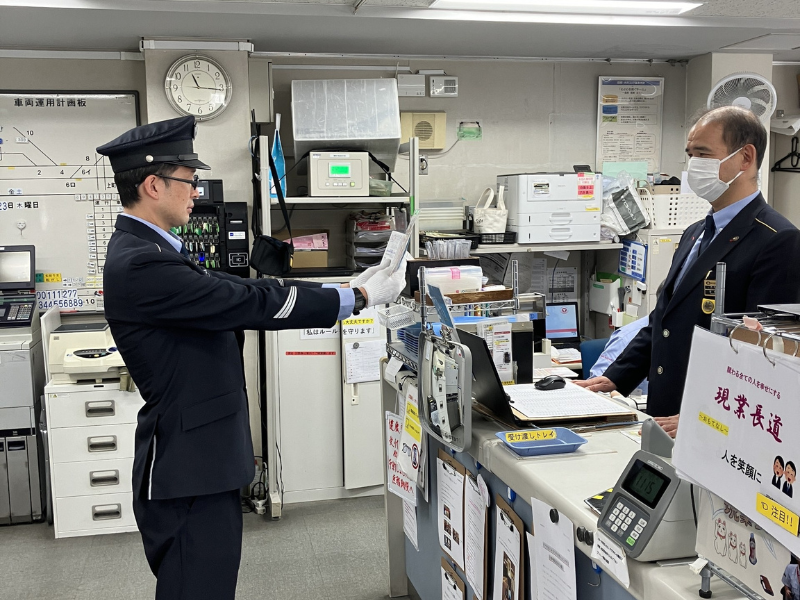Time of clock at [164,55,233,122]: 11:16
